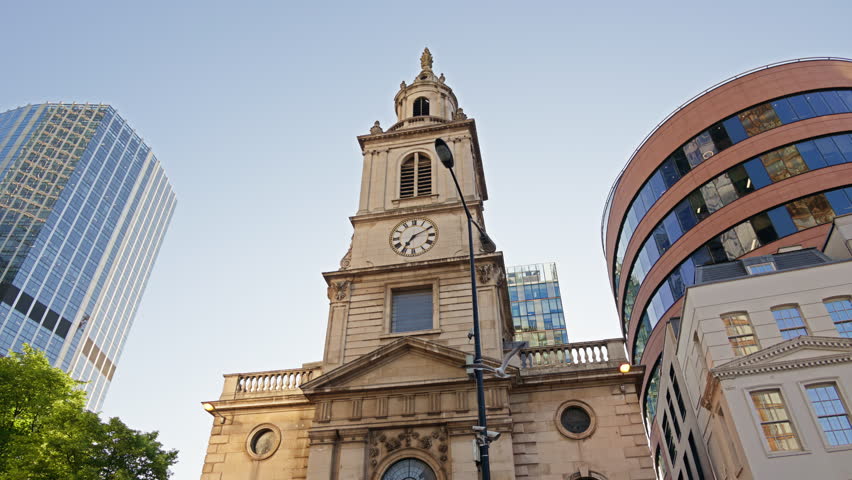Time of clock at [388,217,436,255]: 7:10
